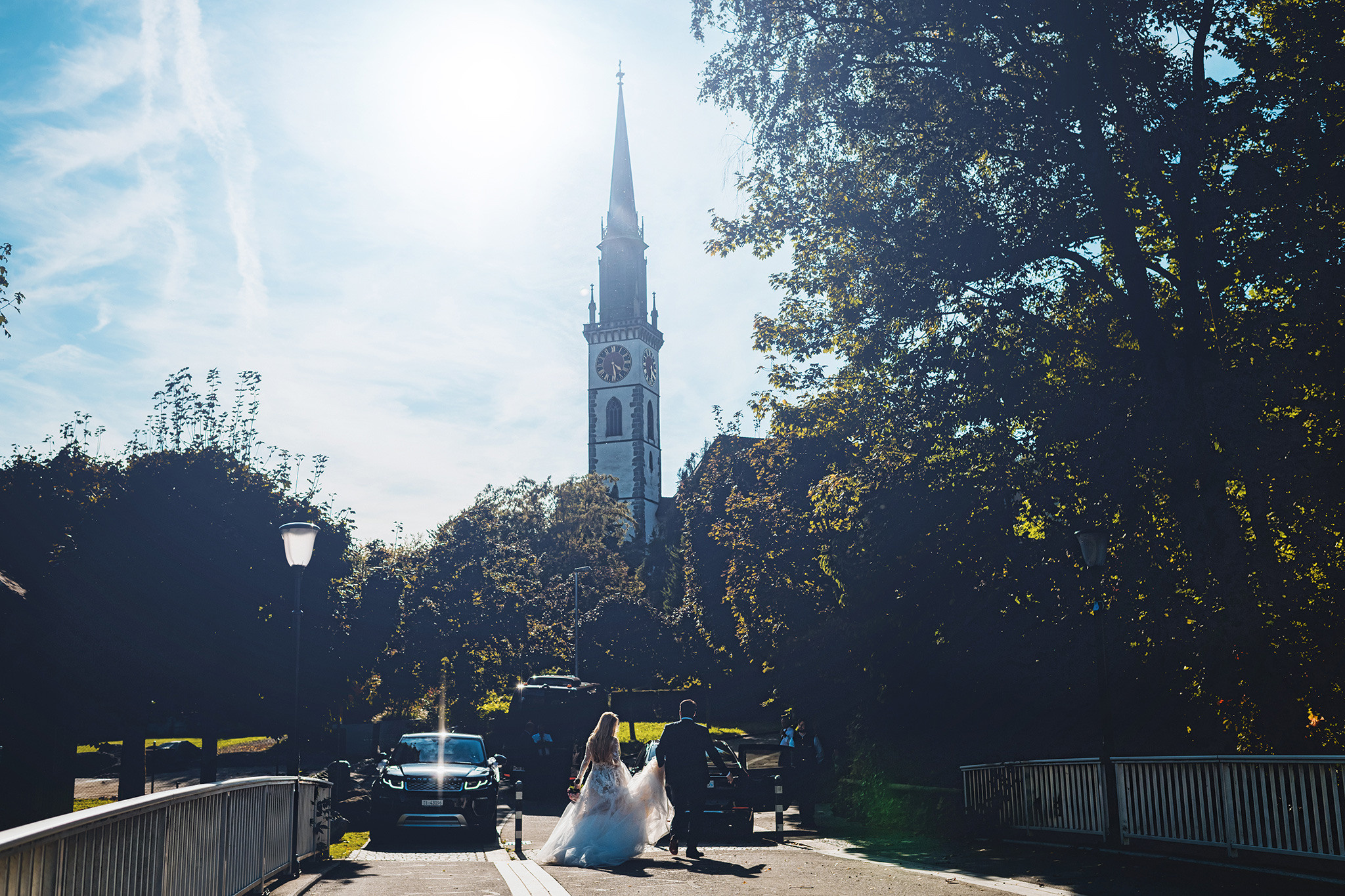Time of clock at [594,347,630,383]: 4:28
